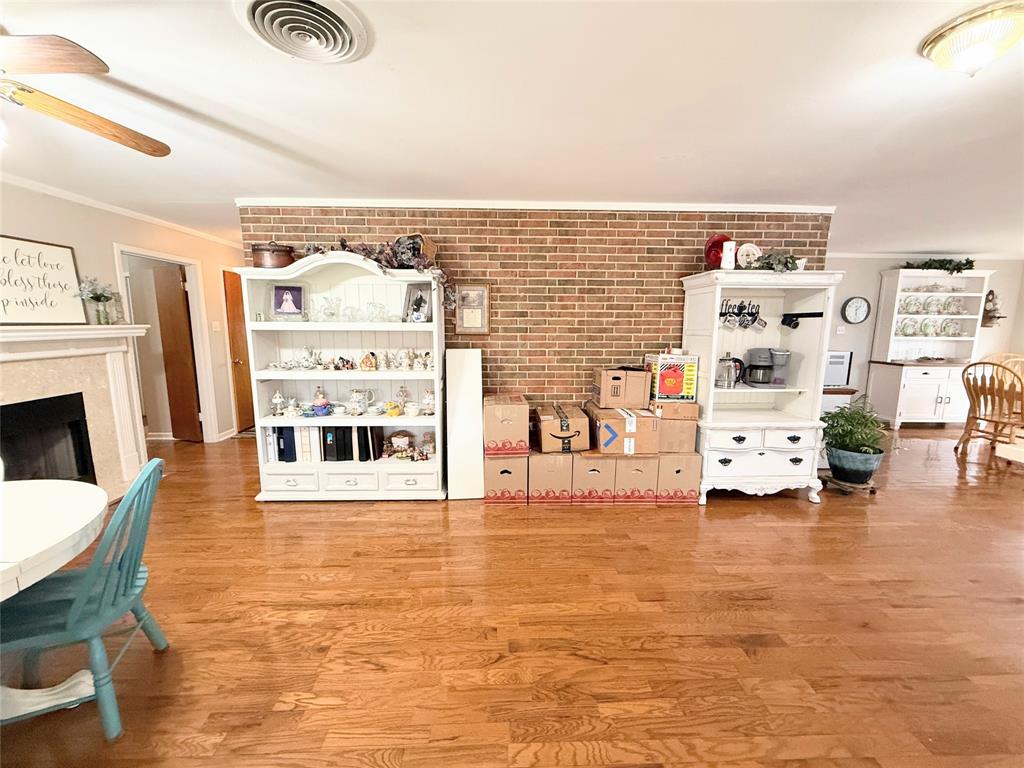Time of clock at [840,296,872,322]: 1:28
